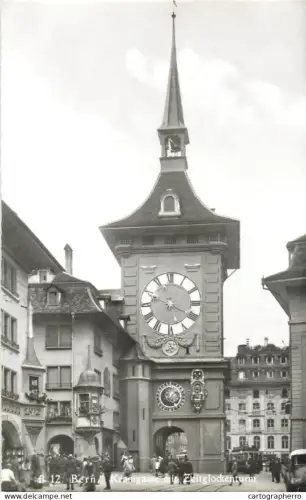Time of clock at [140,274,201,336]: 5:19
